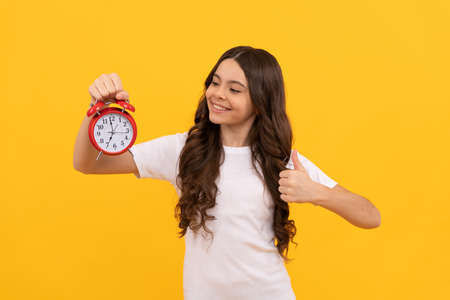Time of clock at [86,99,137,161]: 6:59
